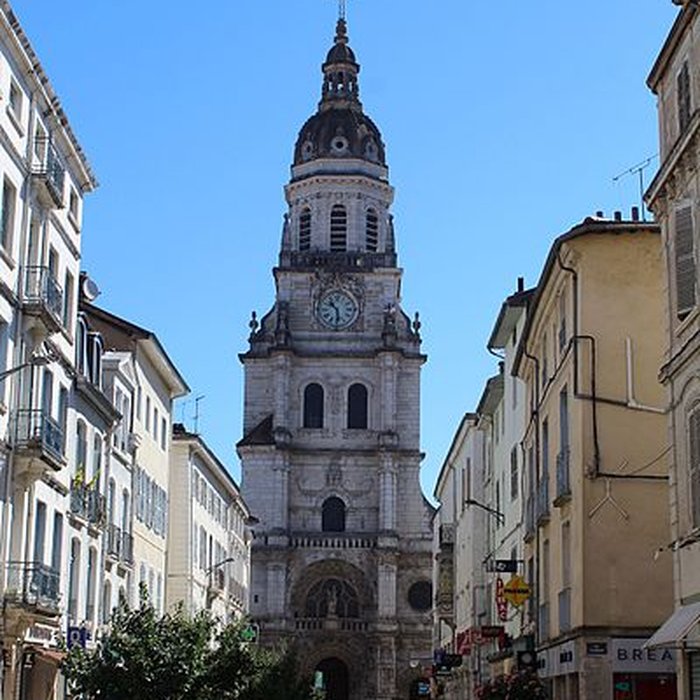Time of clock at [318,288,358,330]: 10:28
